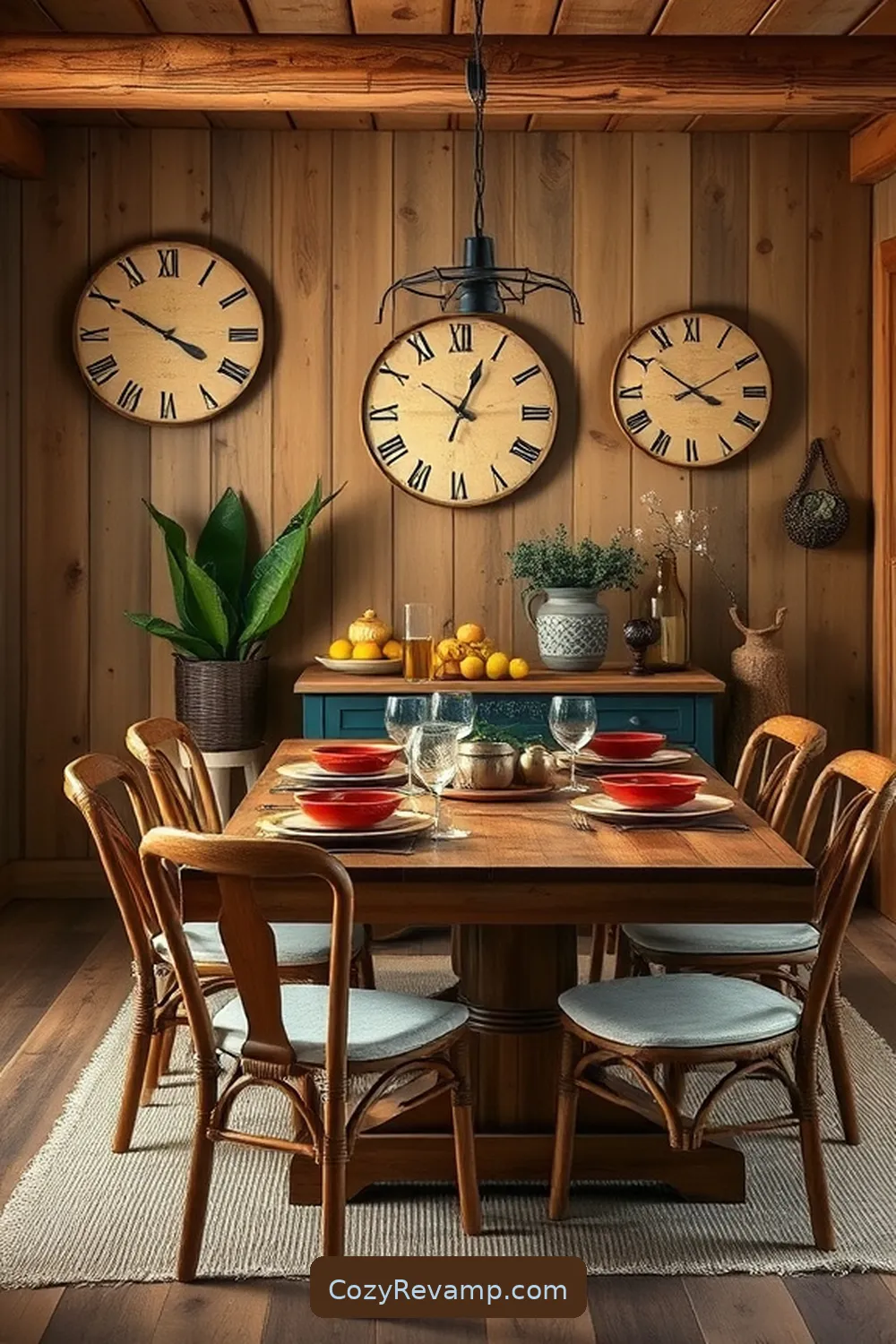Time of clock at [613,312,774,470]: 3:51
